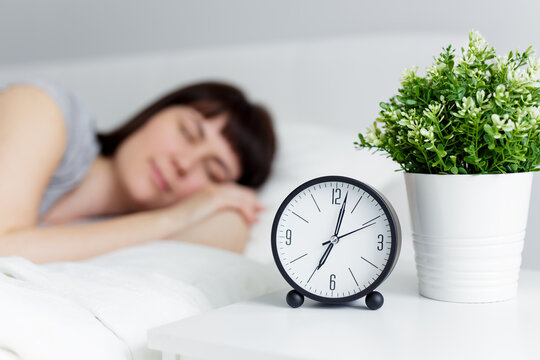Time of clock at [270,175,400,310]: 7:02
